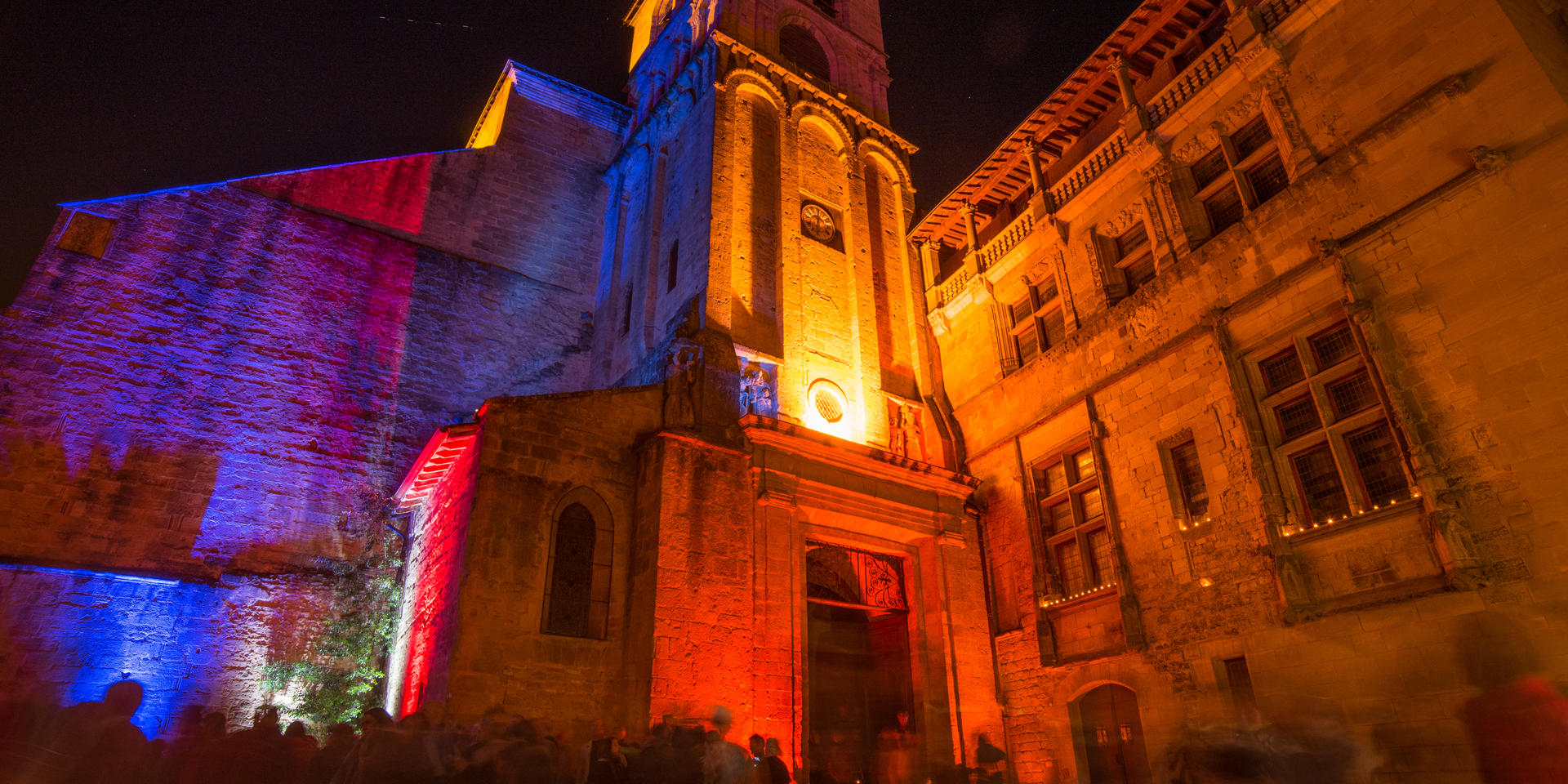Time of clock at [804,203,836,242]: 12:32
